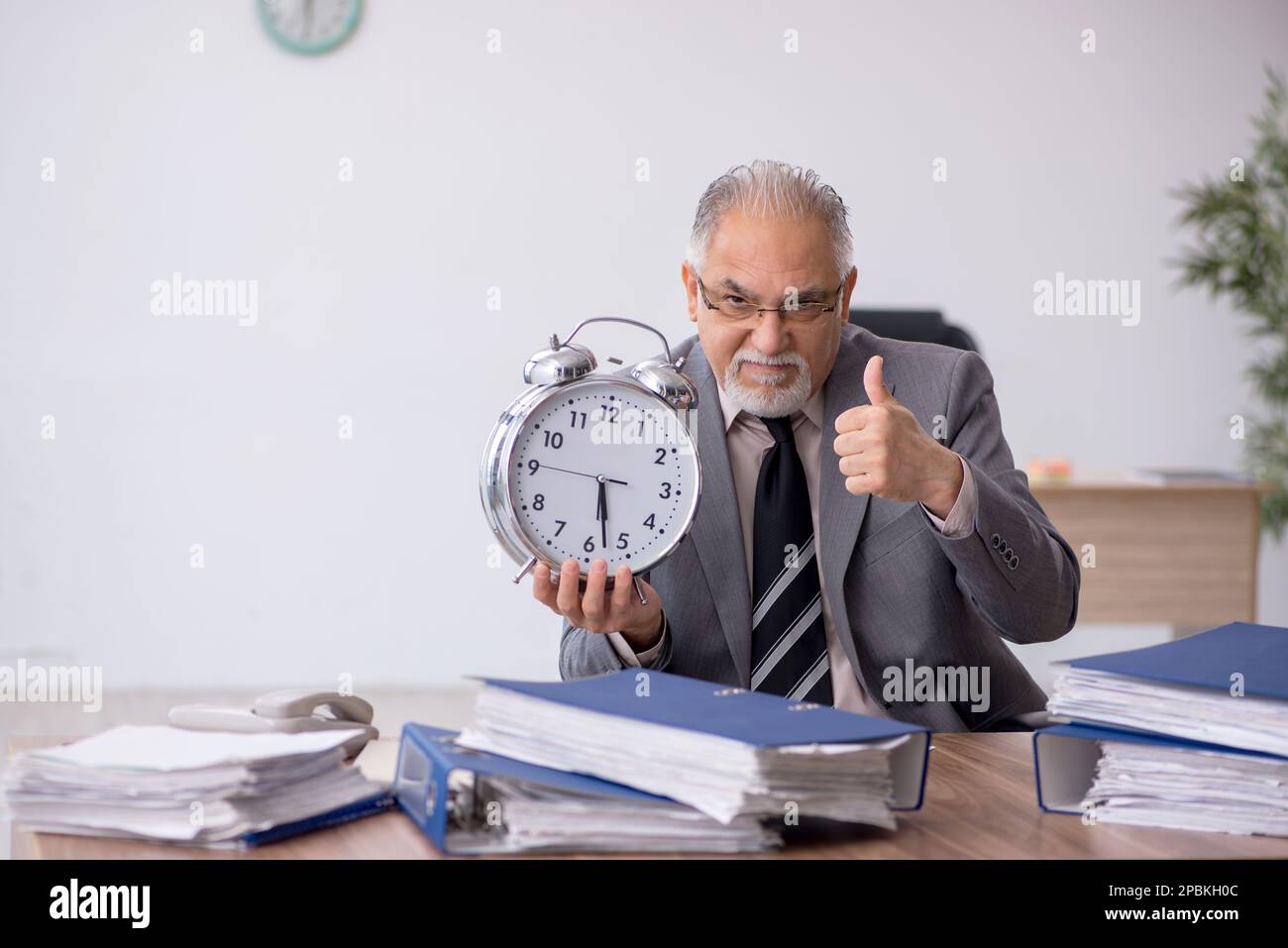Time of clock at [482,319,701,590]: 5:27
